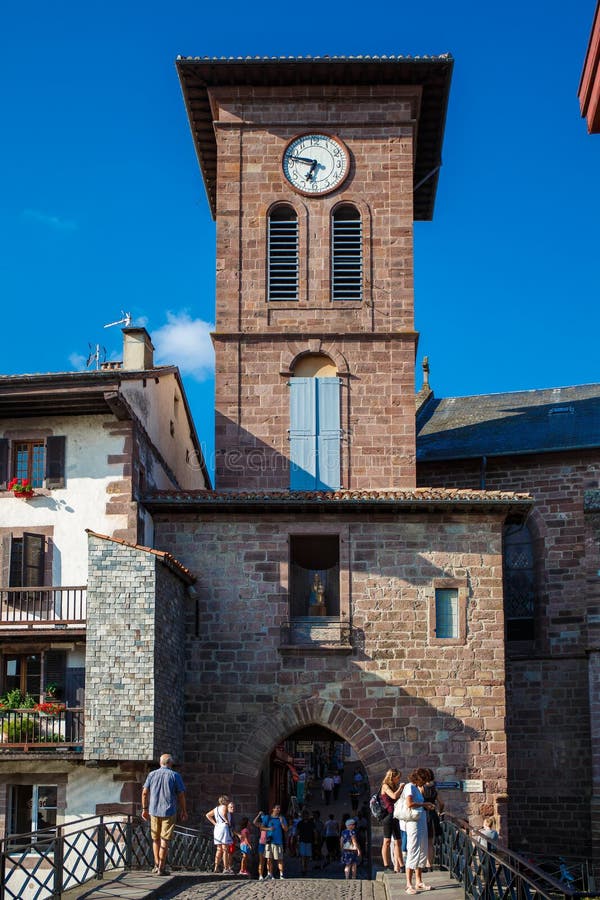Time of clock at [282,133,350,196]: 6:47
